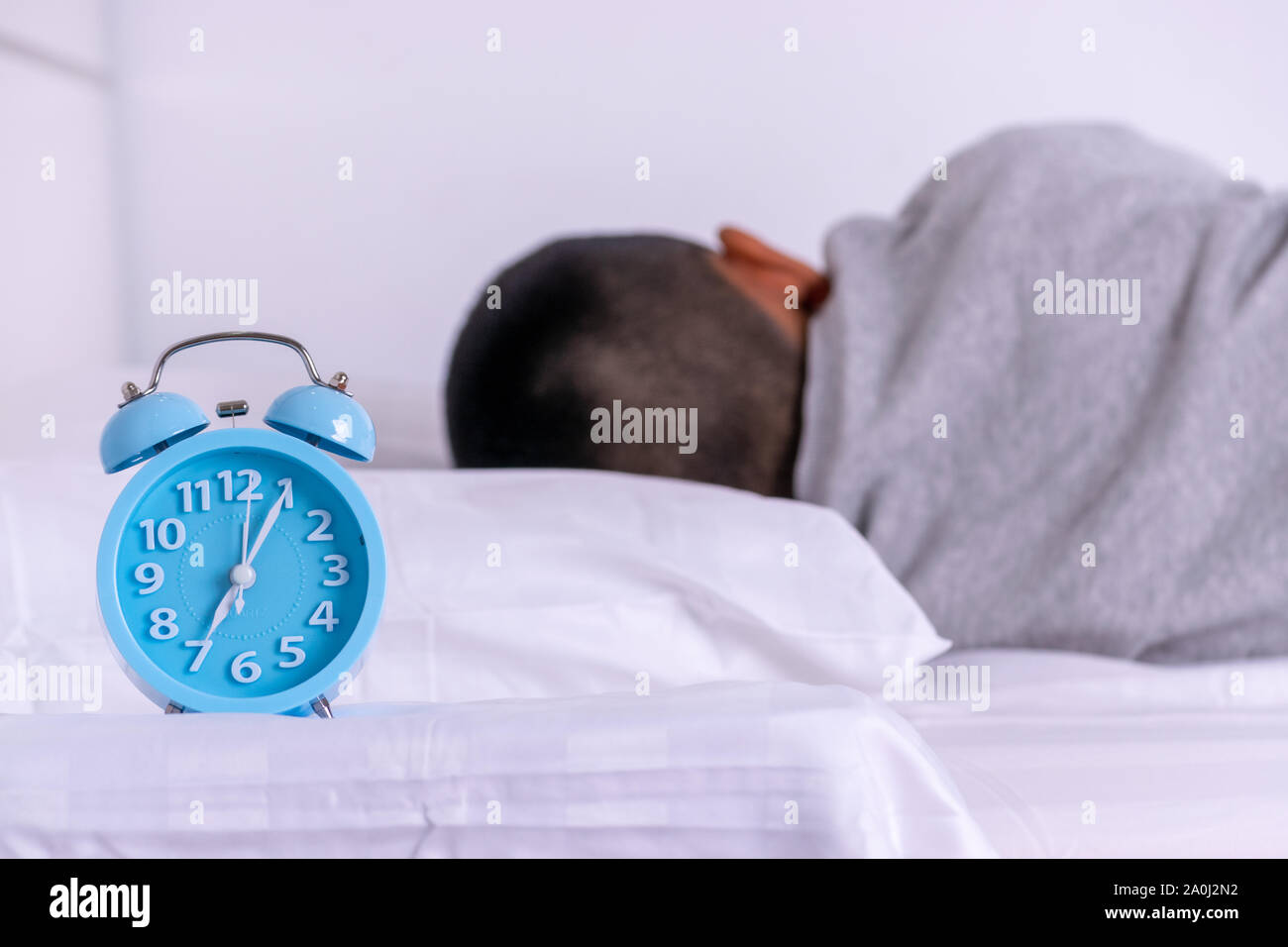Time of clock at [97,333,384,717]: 7:05
